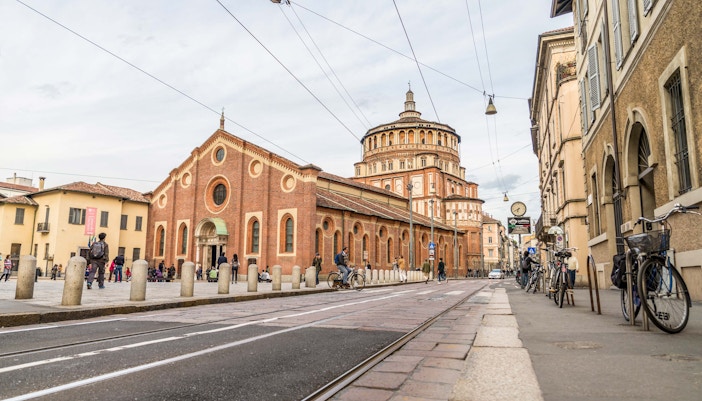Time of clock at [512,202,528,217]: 6:40
